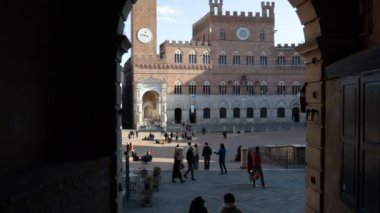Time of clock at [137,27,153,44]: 9:17
